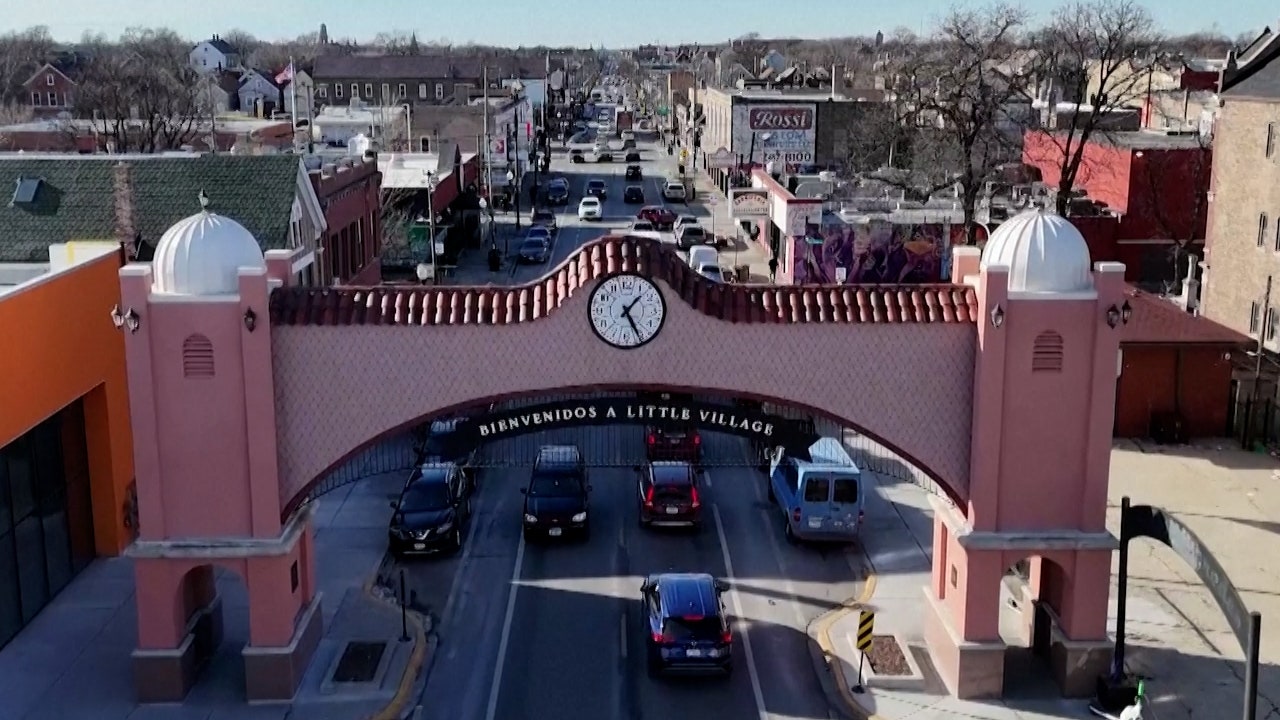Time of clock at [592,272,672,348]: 1:25
